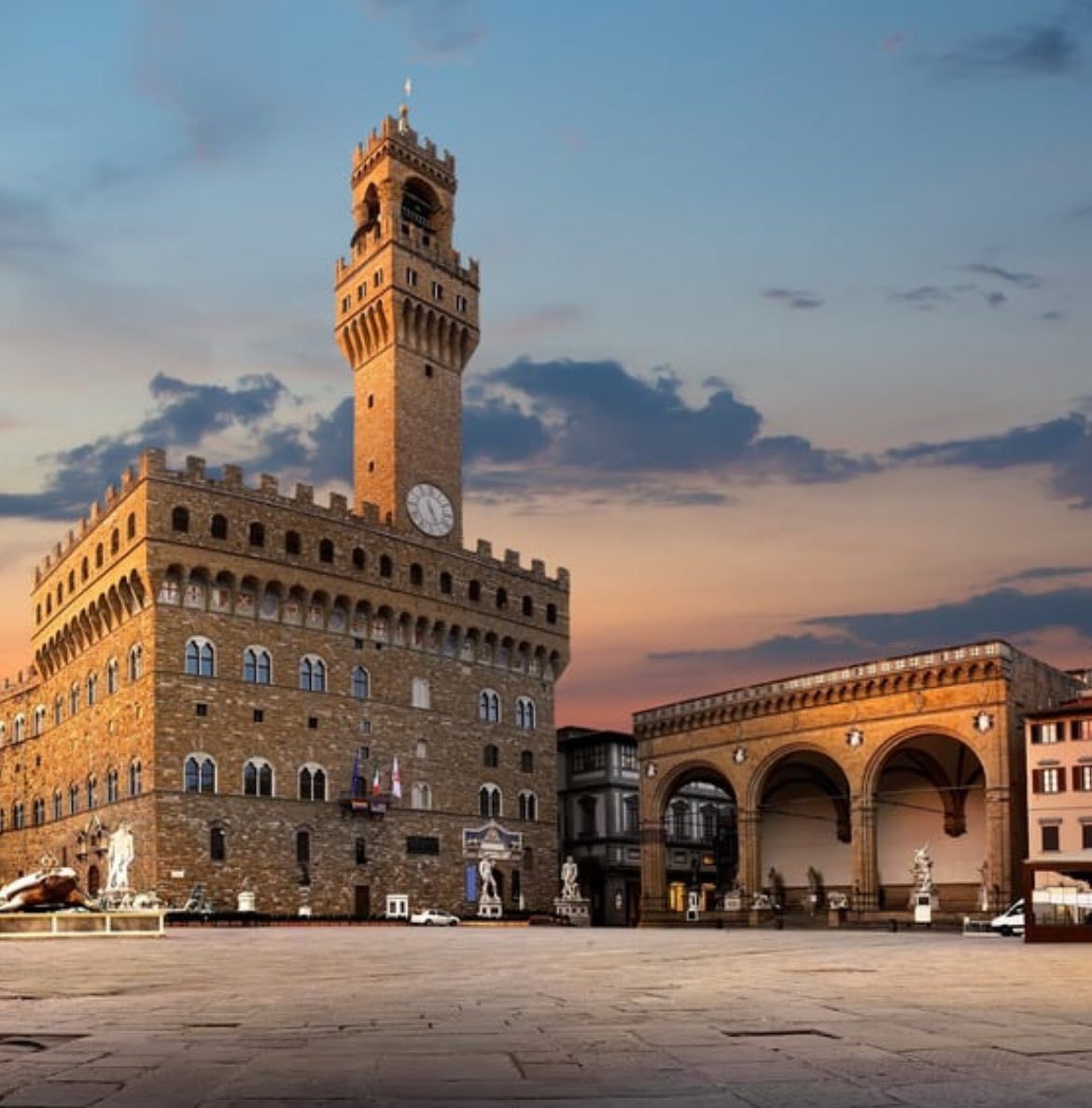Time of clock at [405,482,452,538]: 5:26
